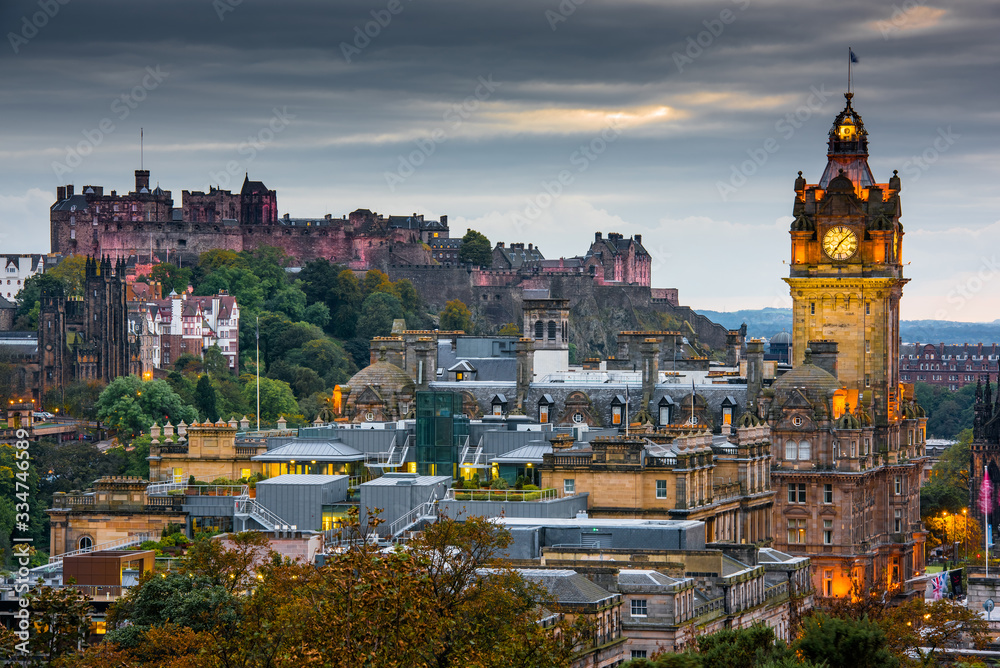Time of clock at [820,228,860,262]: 7:07
